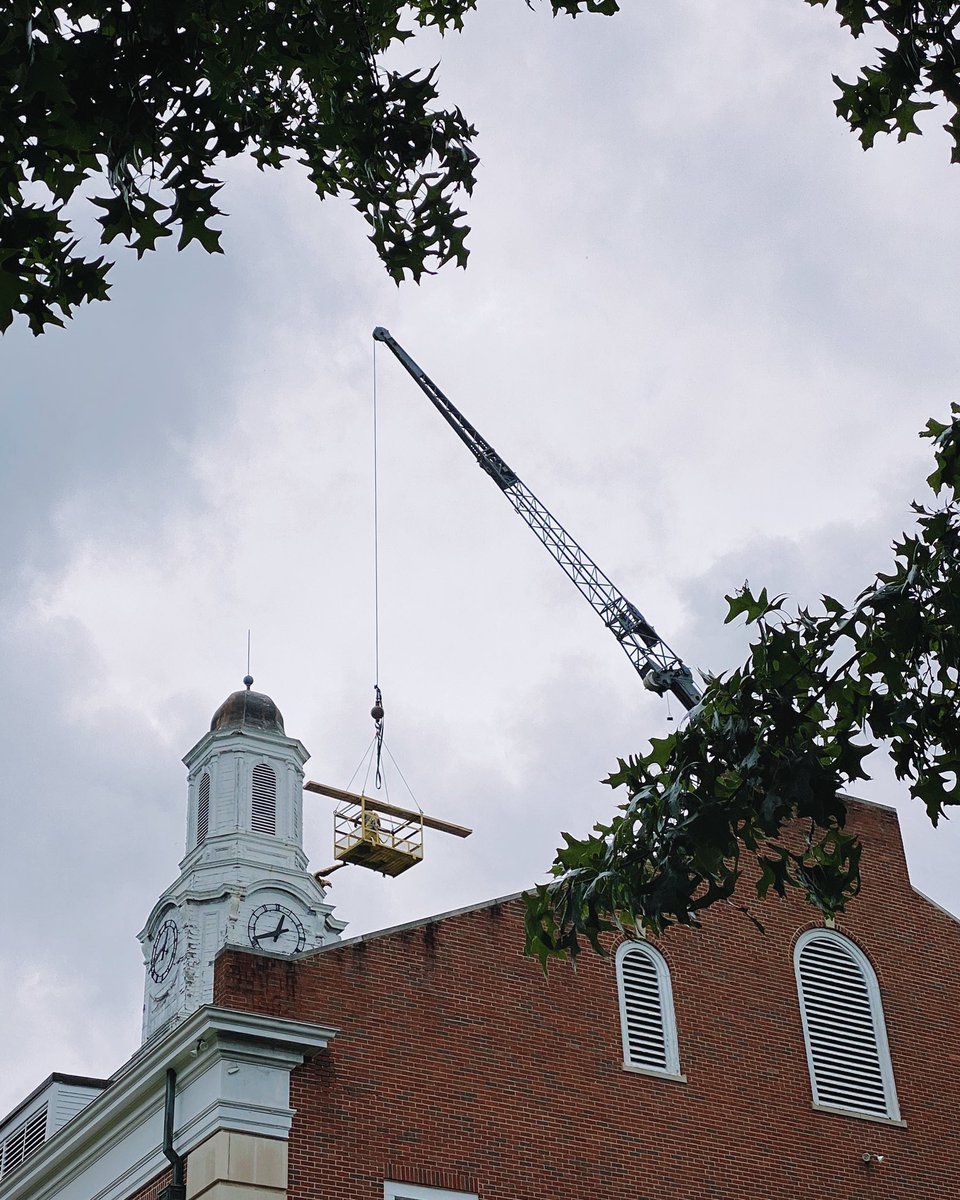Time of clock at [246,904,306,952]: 12:41
